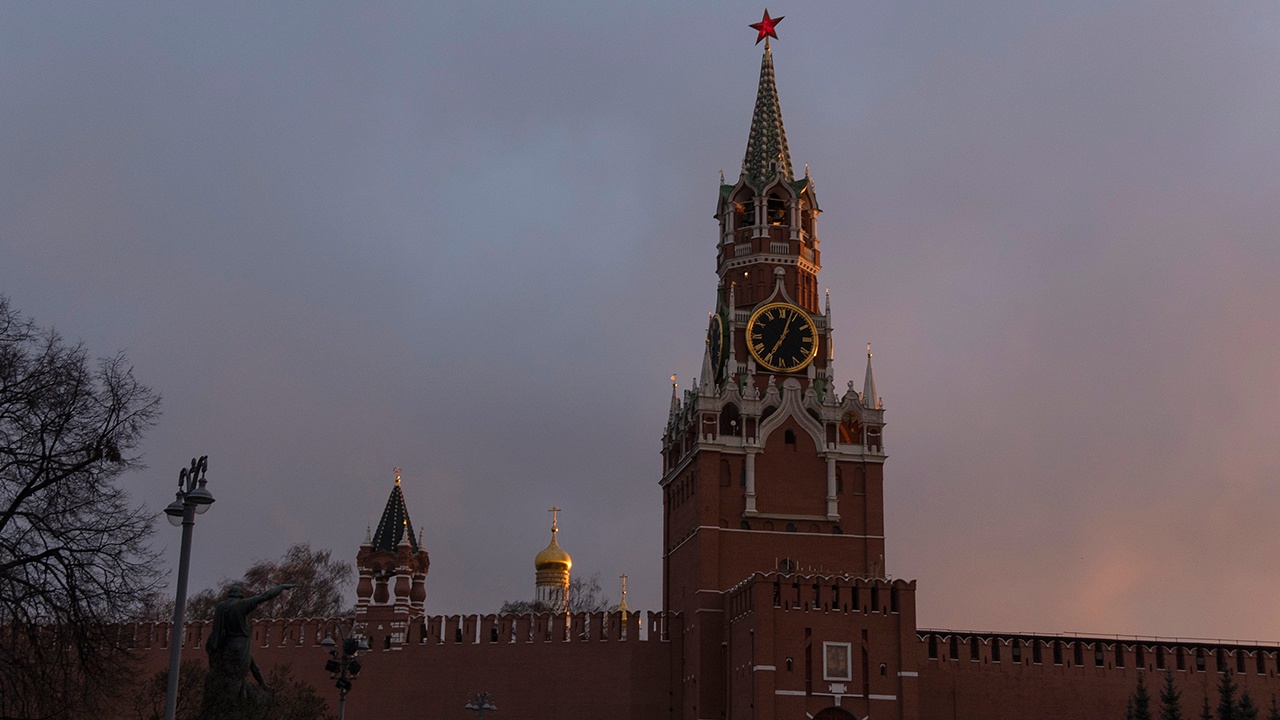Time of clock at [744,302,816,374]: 7:03
